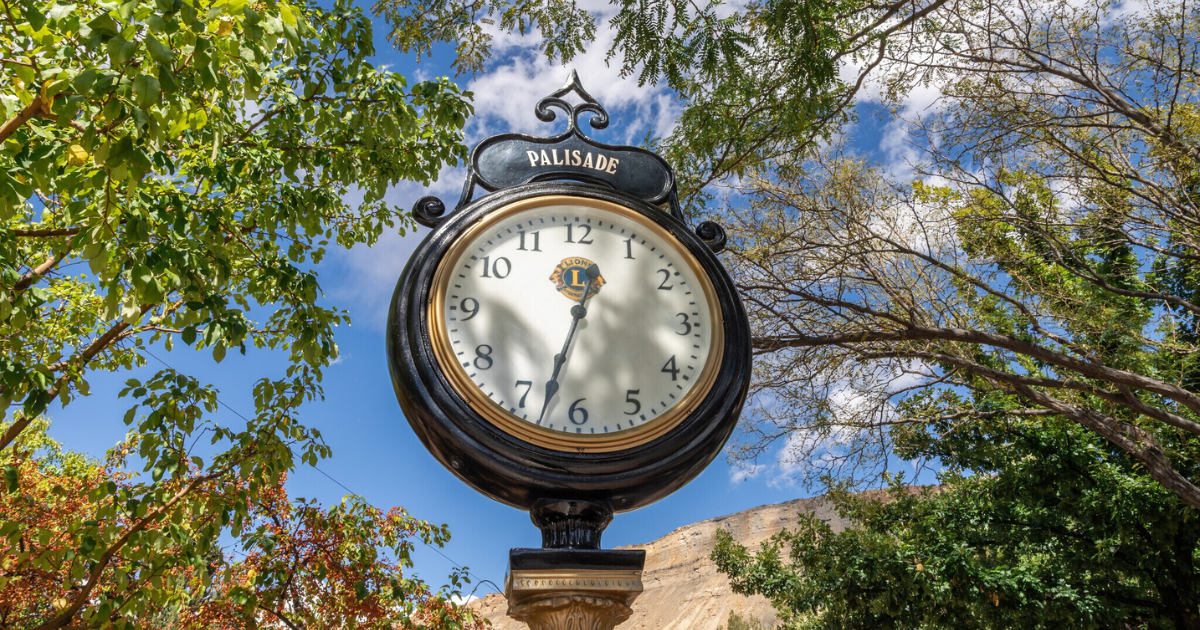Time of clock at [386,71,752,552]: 12:33
